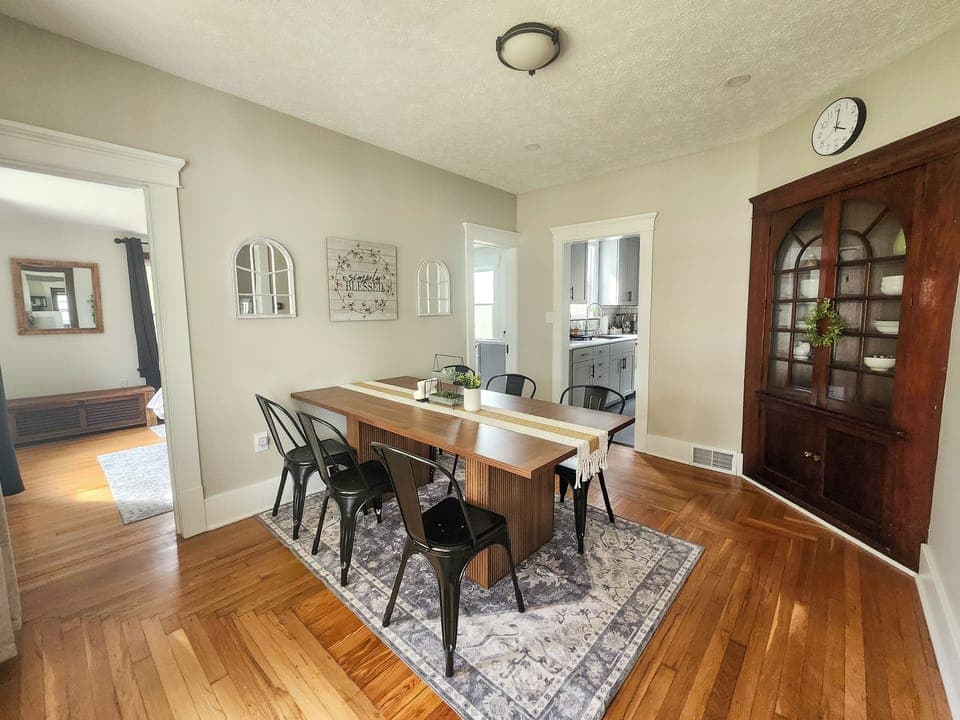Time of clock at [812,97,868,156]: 4:00
